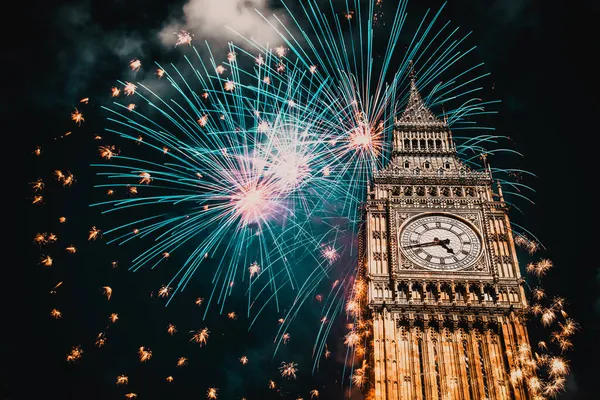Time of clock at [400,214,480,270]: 4:42
